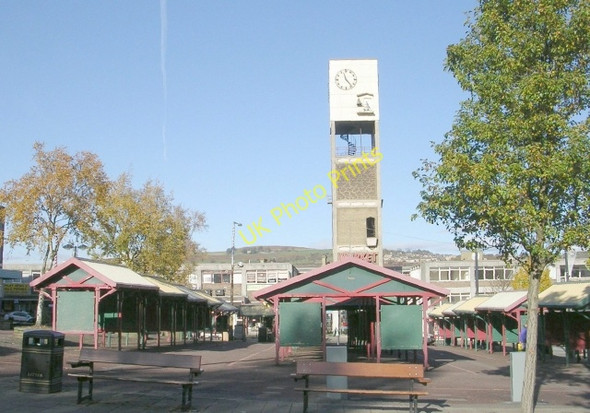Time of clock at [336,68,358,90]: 11:23
